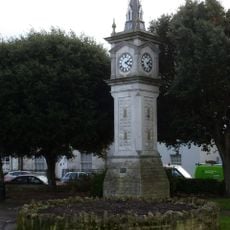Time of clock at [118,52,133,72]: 2:21
